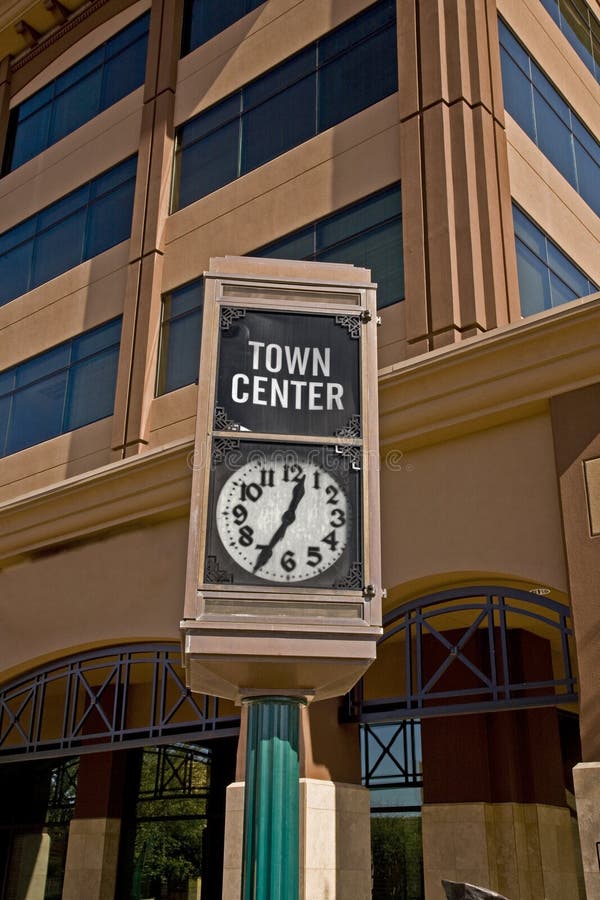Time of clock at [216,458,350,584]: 12:34
